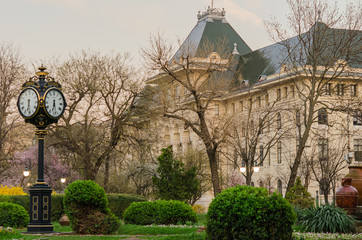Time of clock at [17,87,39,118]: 6:29
